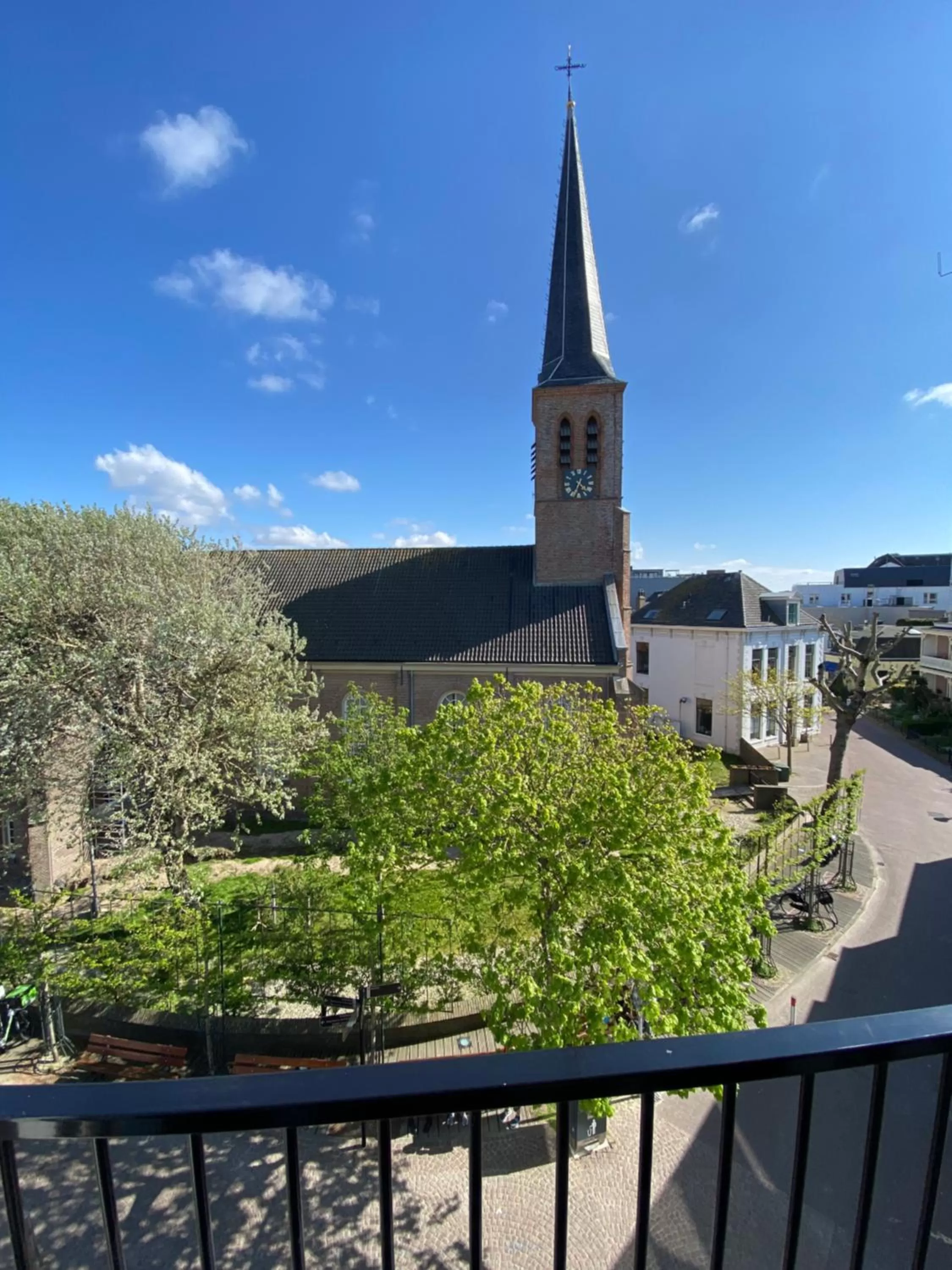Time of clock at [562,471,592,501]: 4:34
